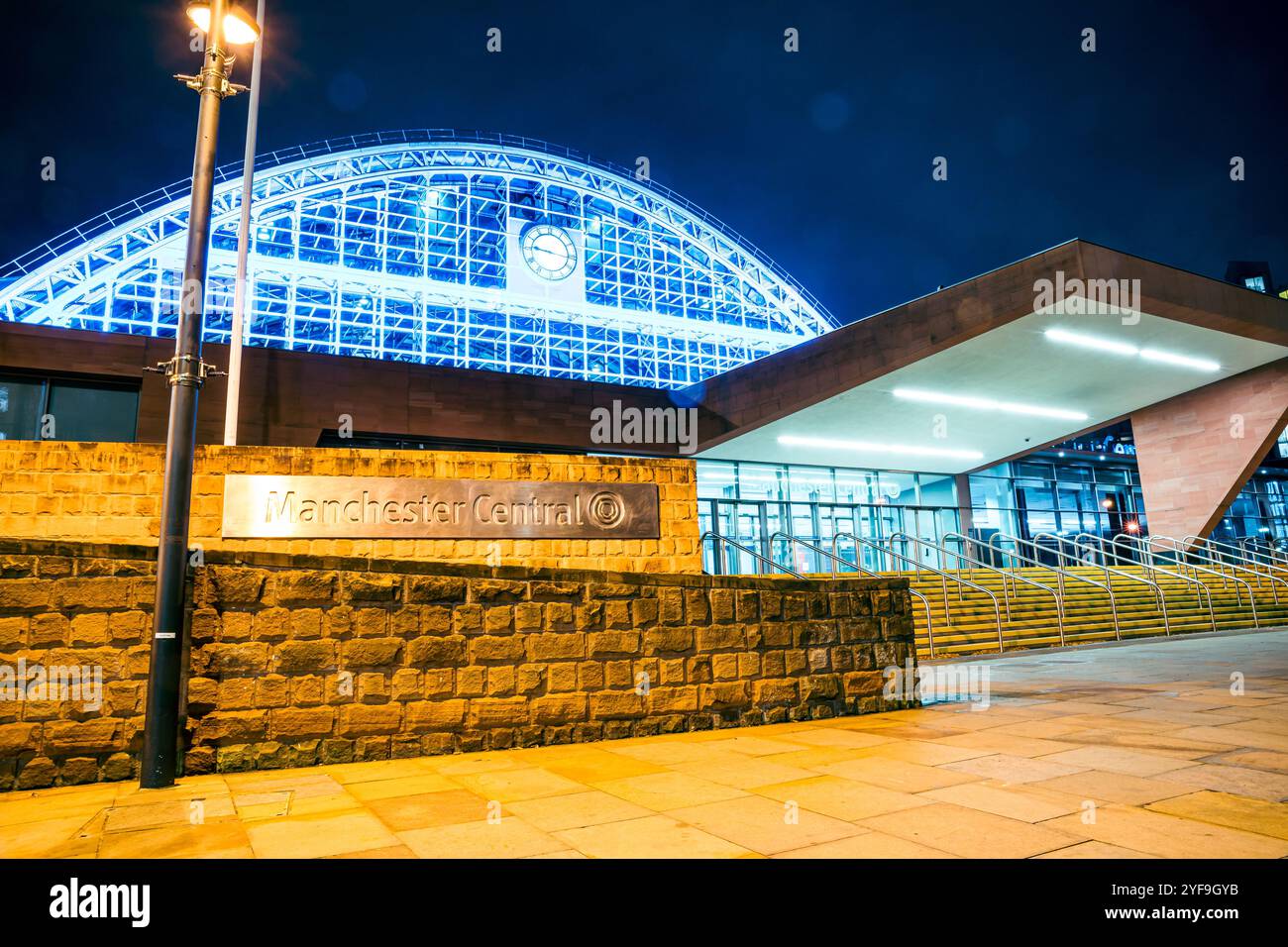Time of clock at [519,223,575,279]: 9:16
